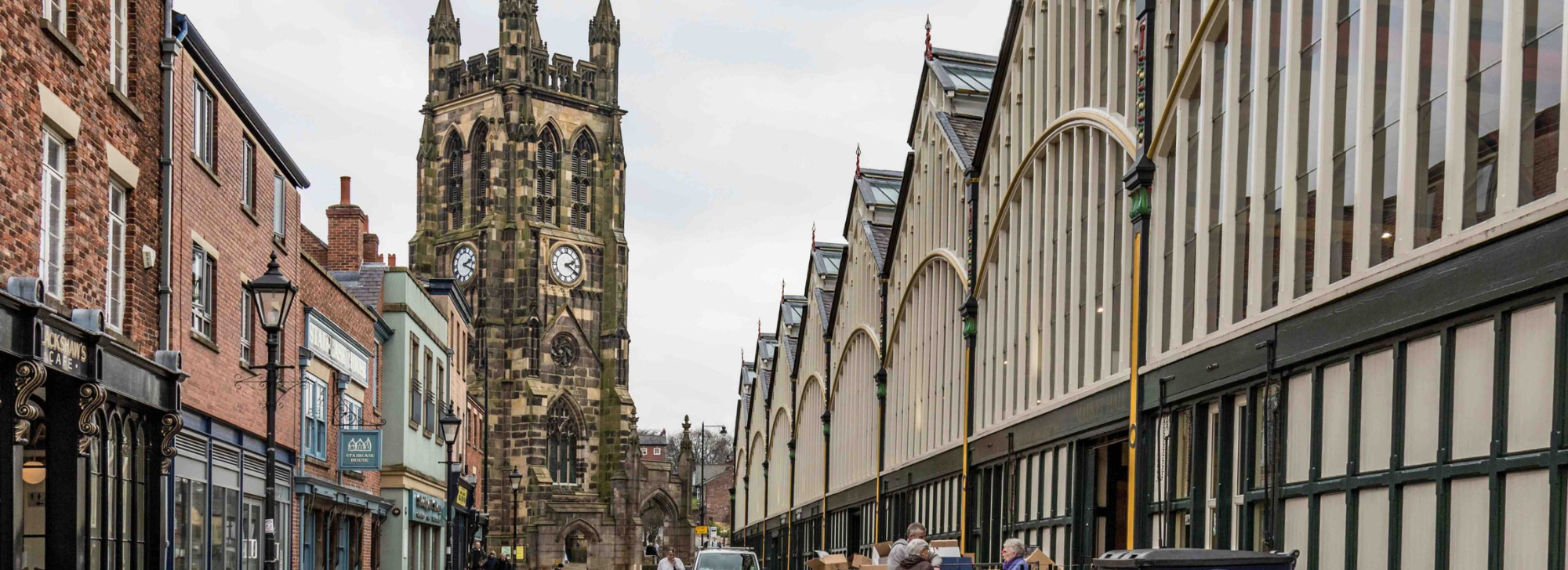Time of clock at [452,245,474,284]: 2:19
